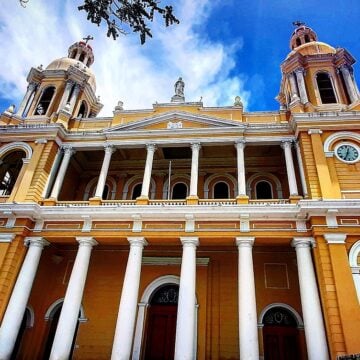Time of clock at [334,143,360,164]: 12:34
